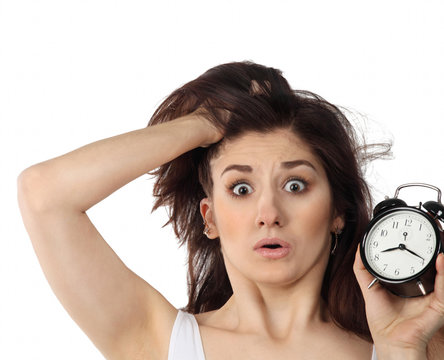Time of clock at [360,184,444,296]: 8:19
